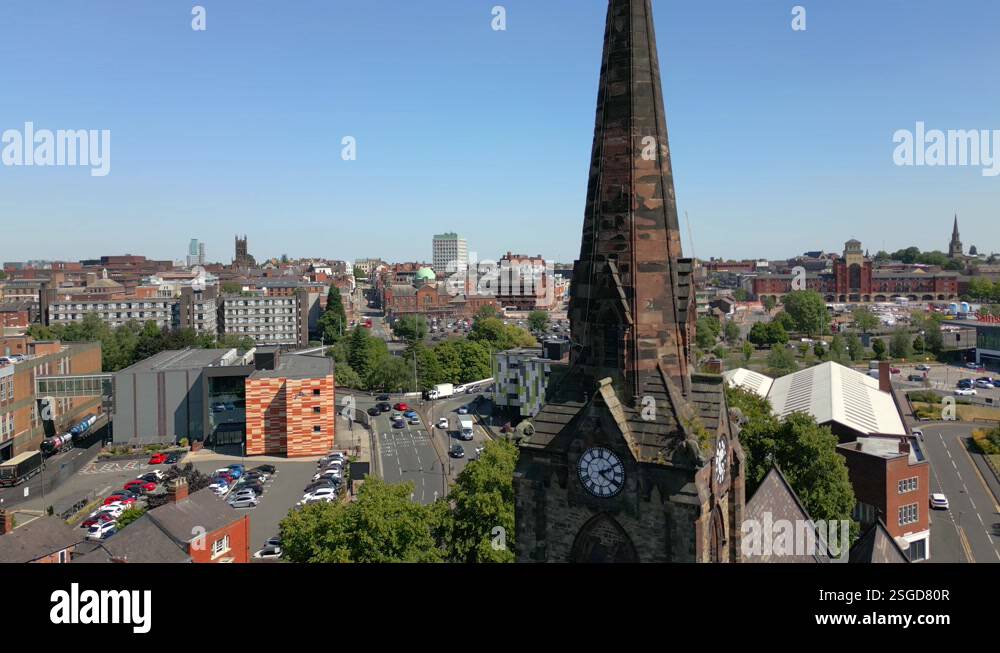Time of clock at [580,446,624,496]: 2:21
